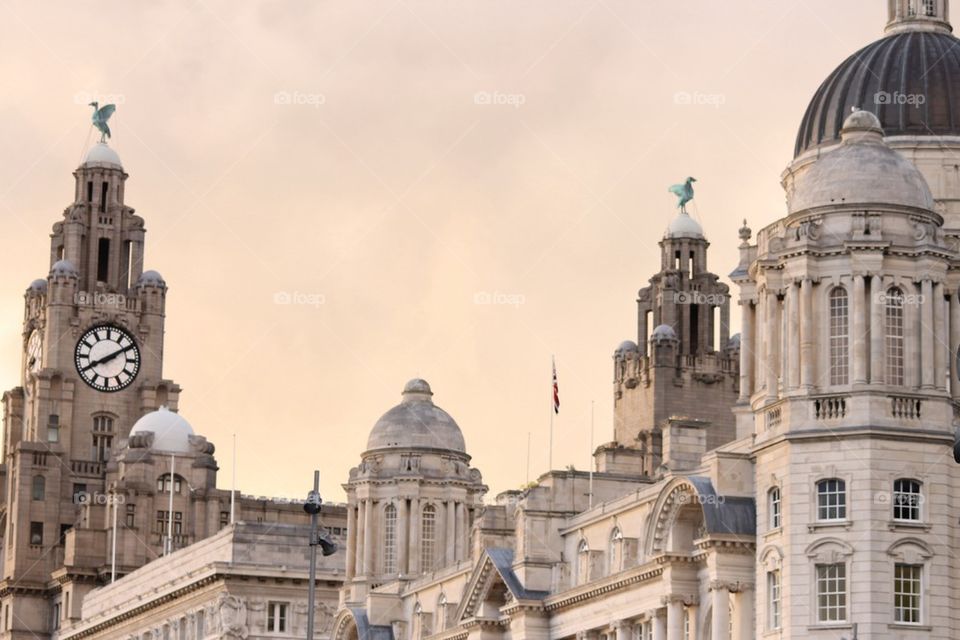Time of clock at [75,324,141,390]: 8:09
